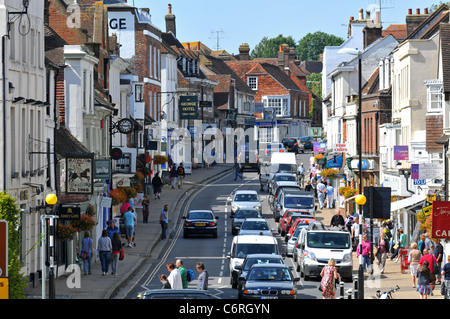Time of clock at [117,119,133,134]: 2:46
